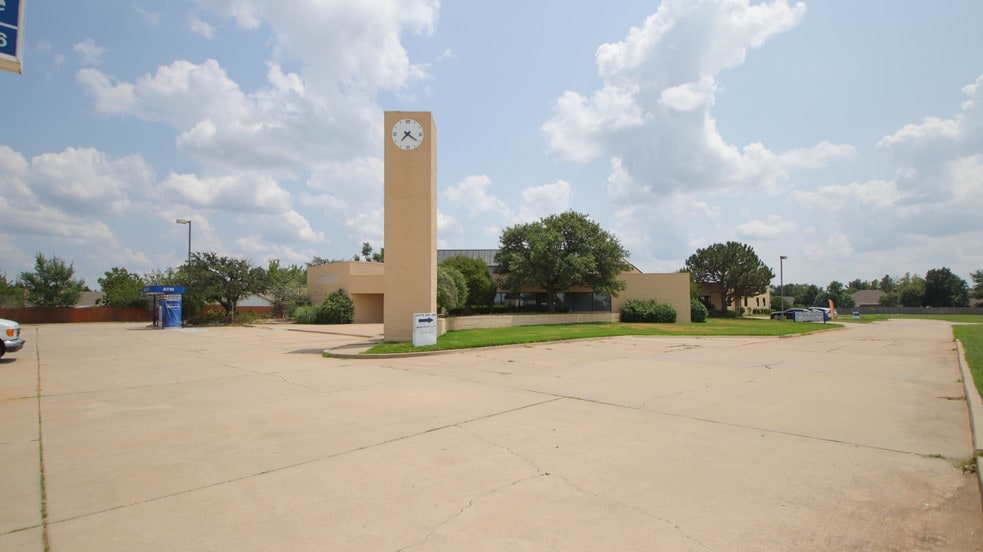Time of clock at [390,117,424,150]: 7:20
